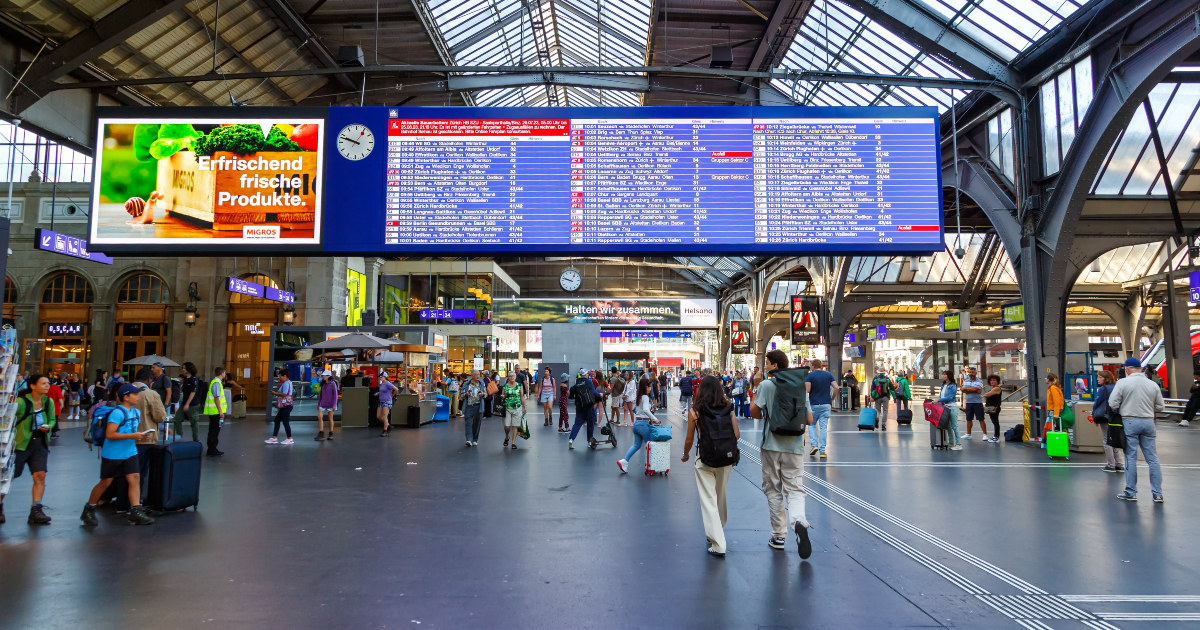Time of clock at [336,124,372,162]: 9:48
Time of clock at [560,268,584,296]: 9:47
